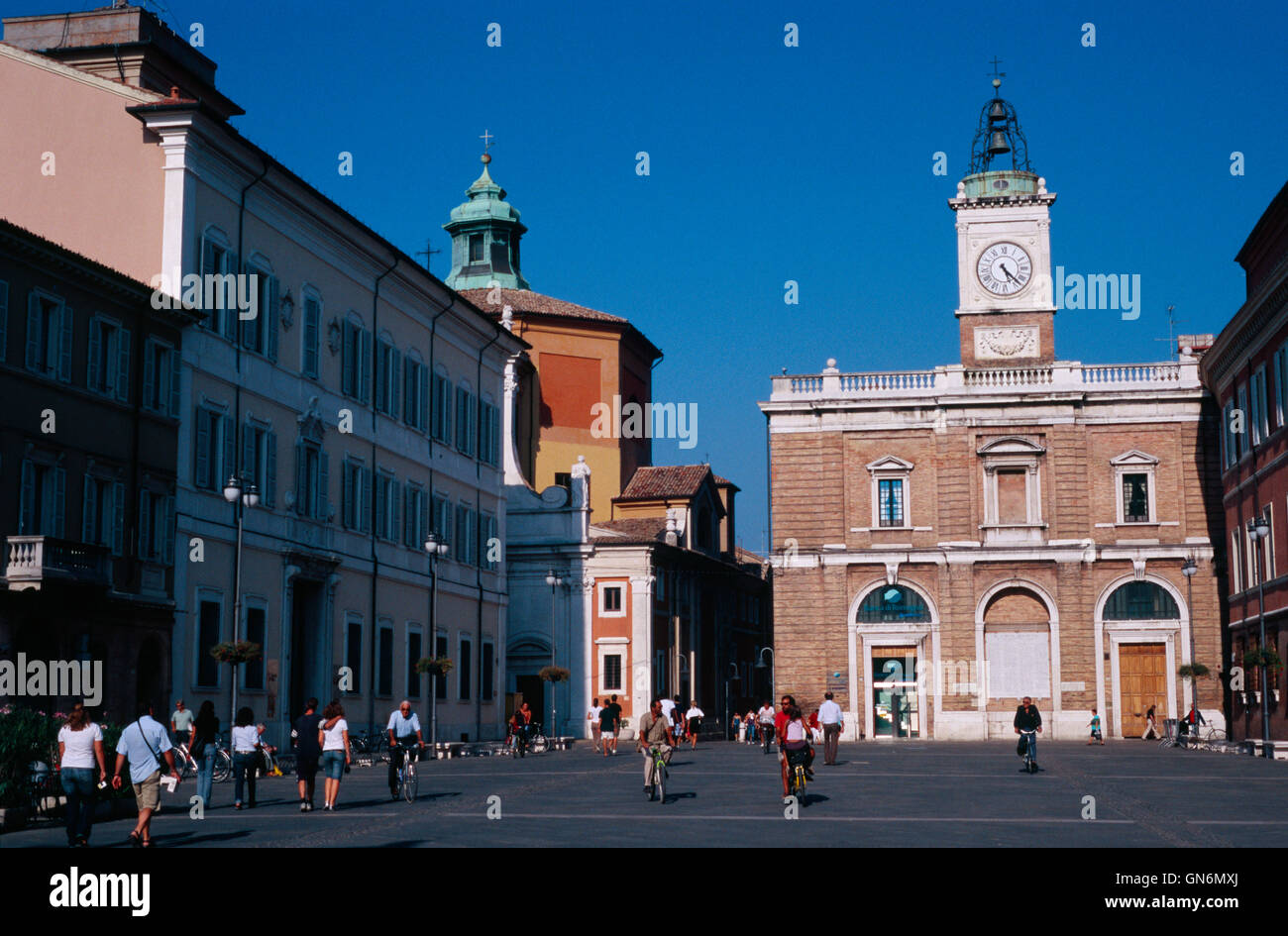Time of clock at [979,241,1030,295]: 5:22
